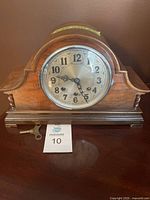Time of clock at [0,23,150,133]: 9:25
